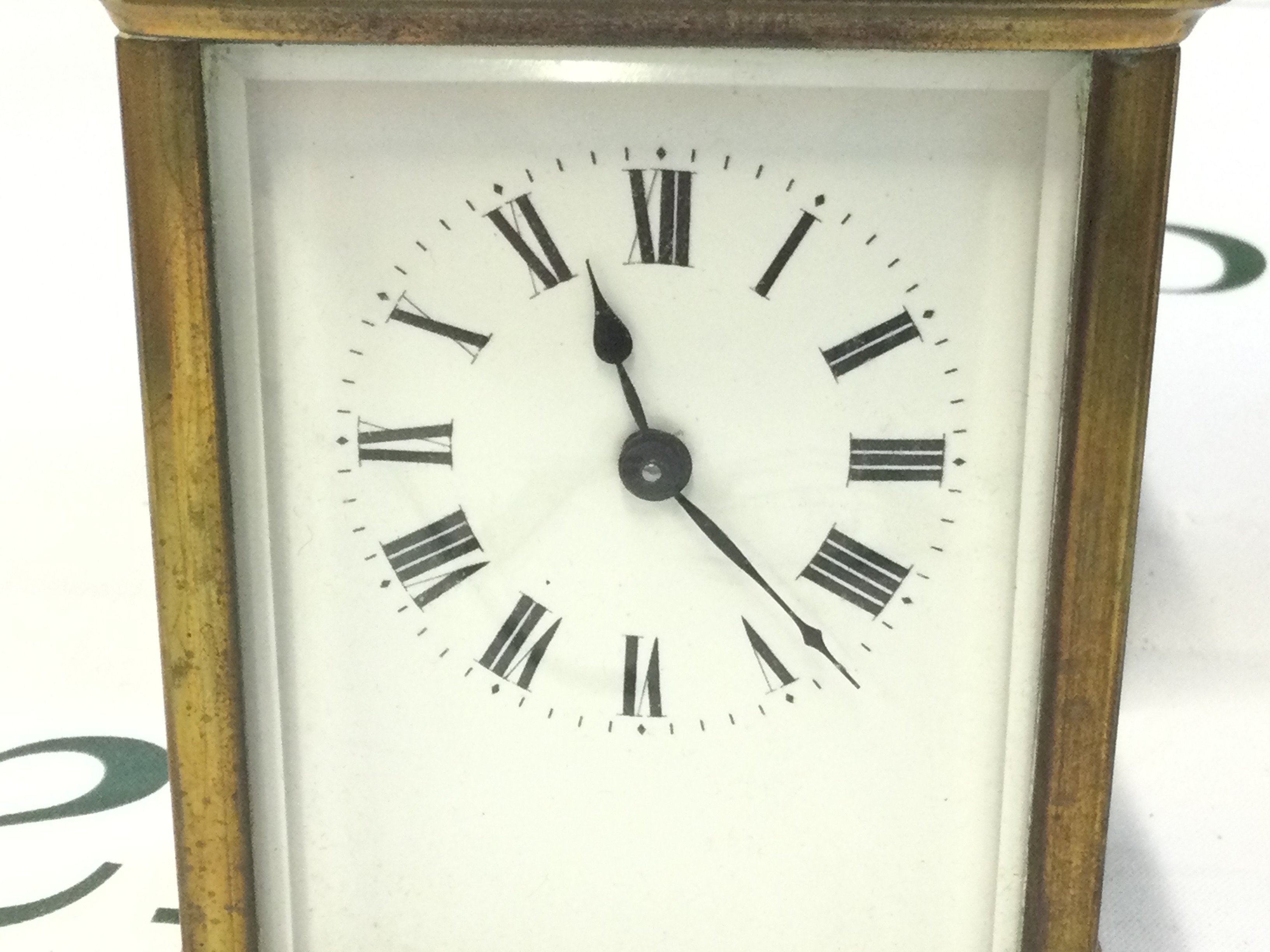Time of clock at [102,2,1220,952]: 11:22
